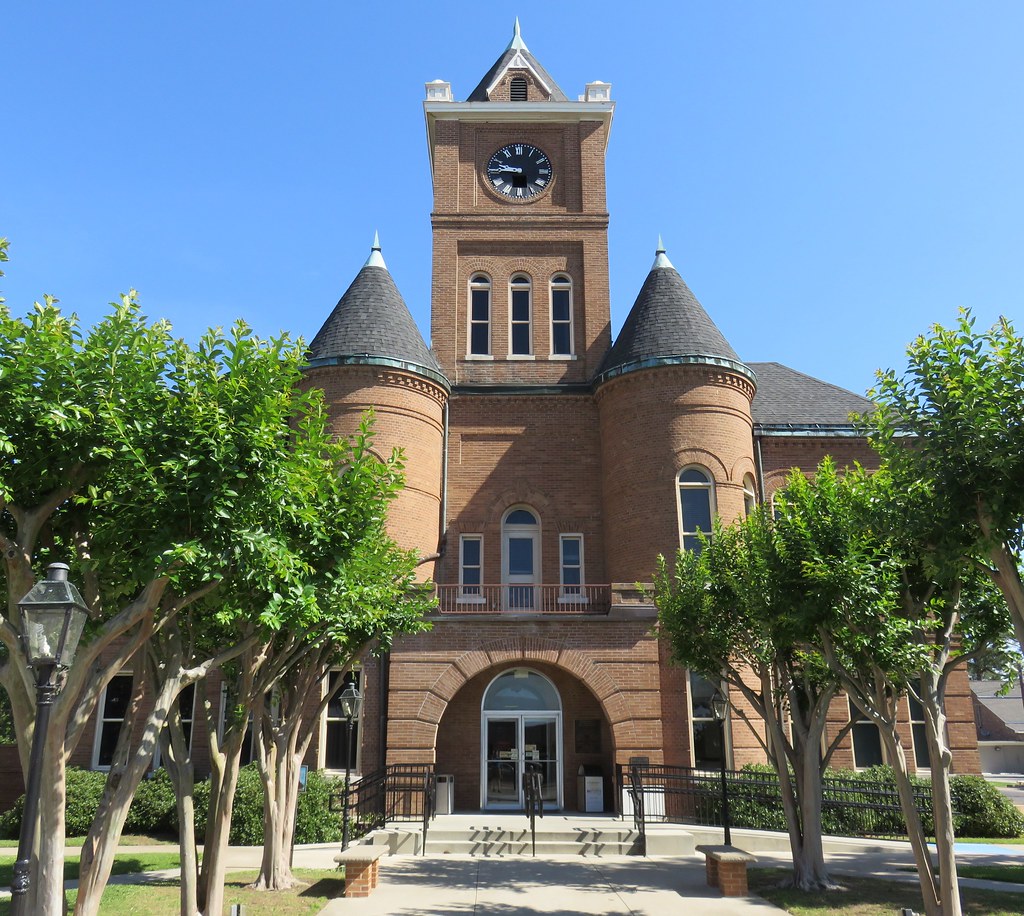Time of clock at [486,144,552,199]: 9:45
